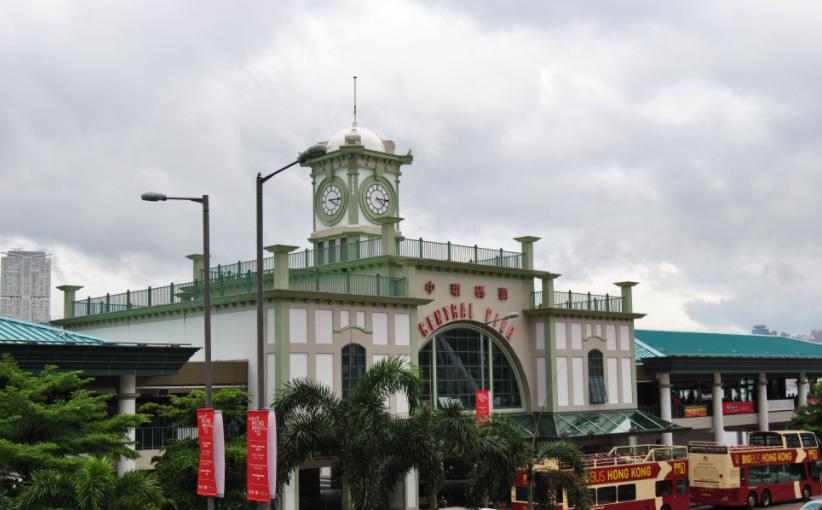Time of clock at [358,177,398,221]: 4:15
